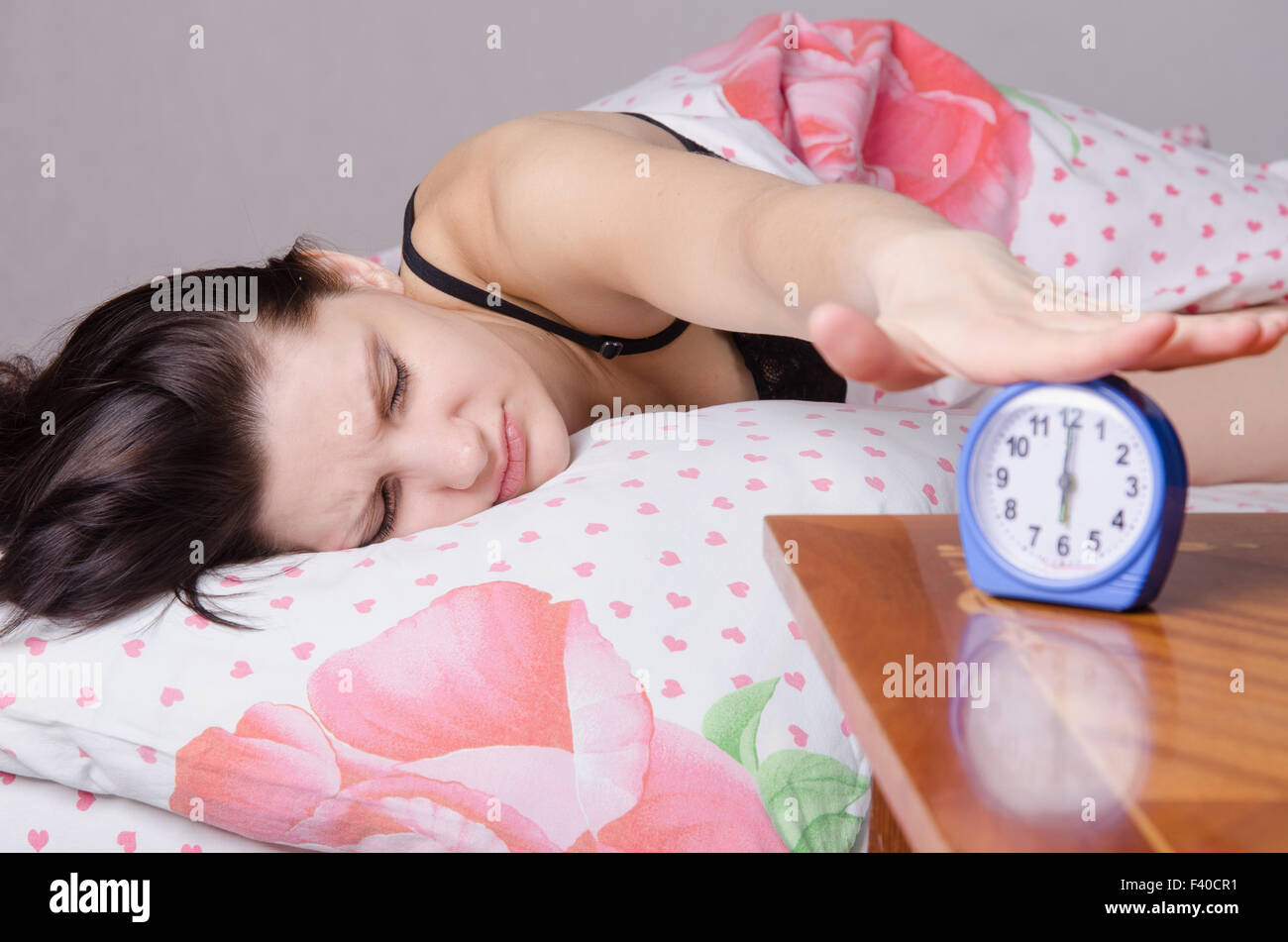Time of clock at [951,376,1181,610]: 6:00
